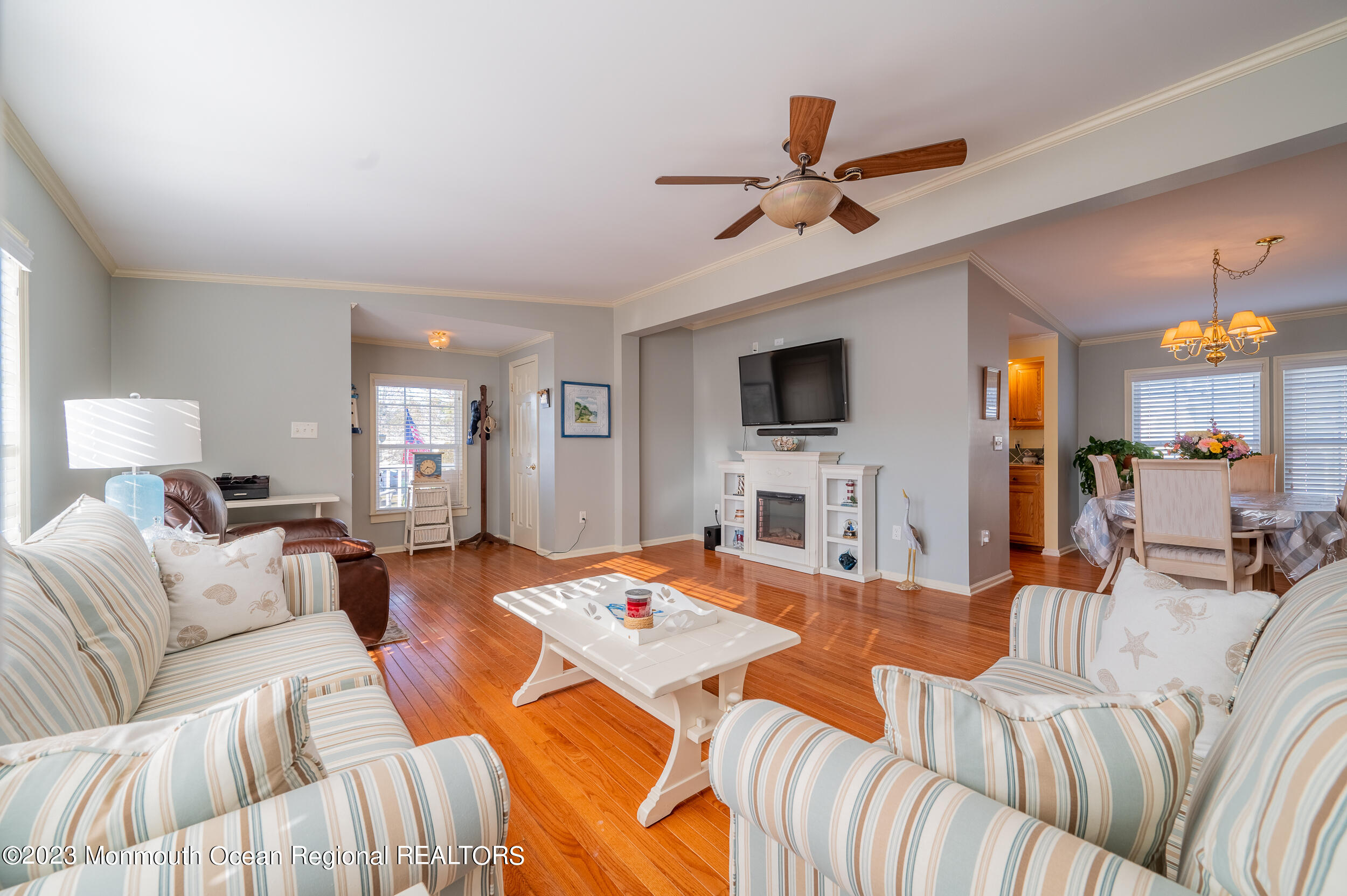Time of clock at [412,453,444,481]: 3:37
